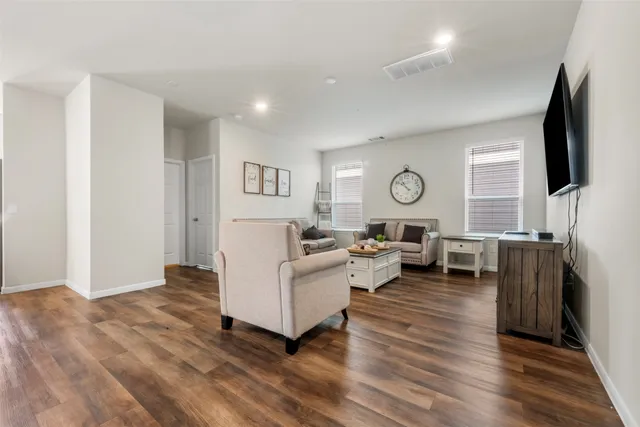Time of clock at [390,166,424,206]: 10:50
